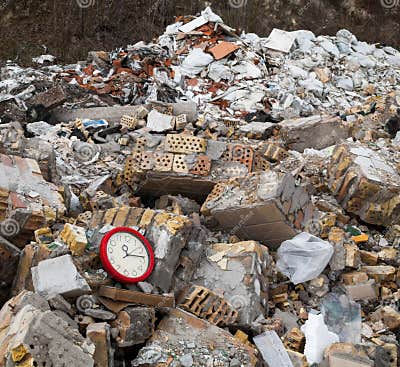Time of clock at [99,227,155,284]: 11:13
